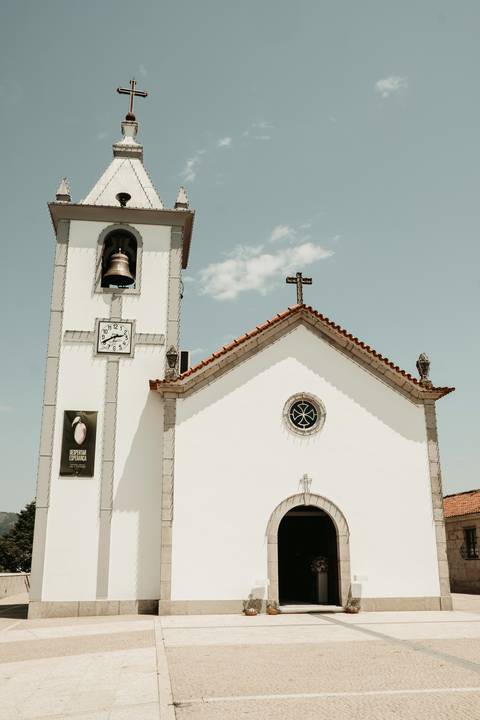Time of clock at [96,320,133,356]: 2:40
